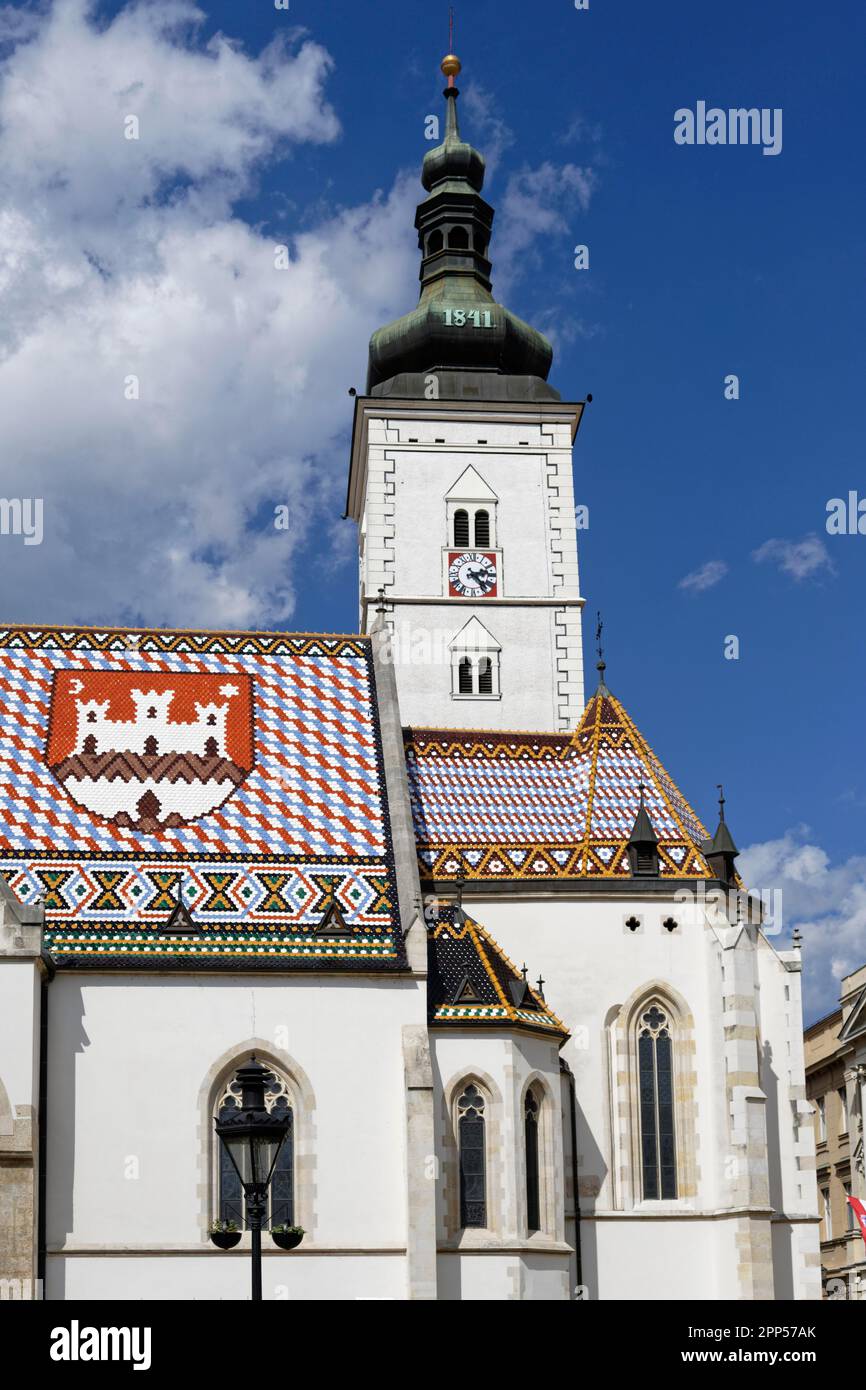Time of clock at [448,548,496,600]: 2:23
